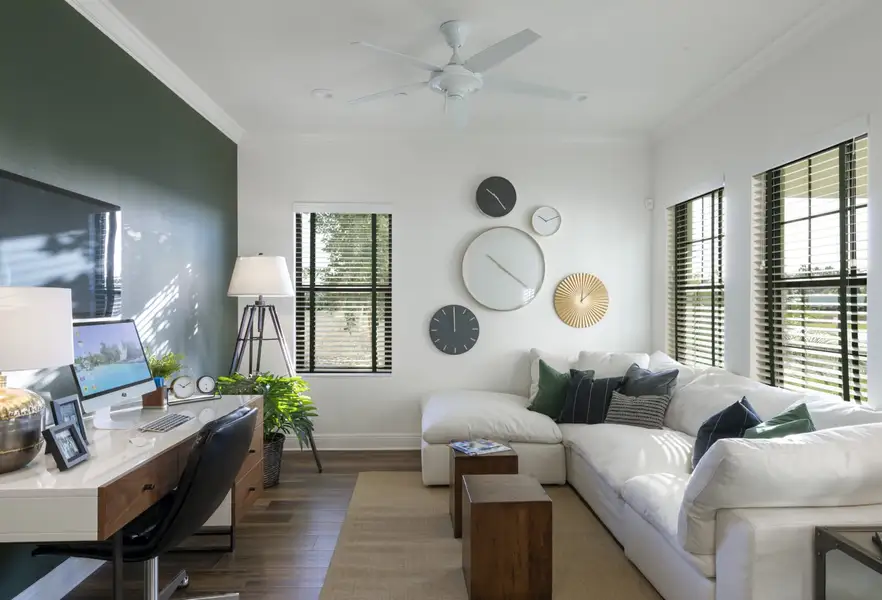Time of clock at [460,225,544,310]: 10:20
